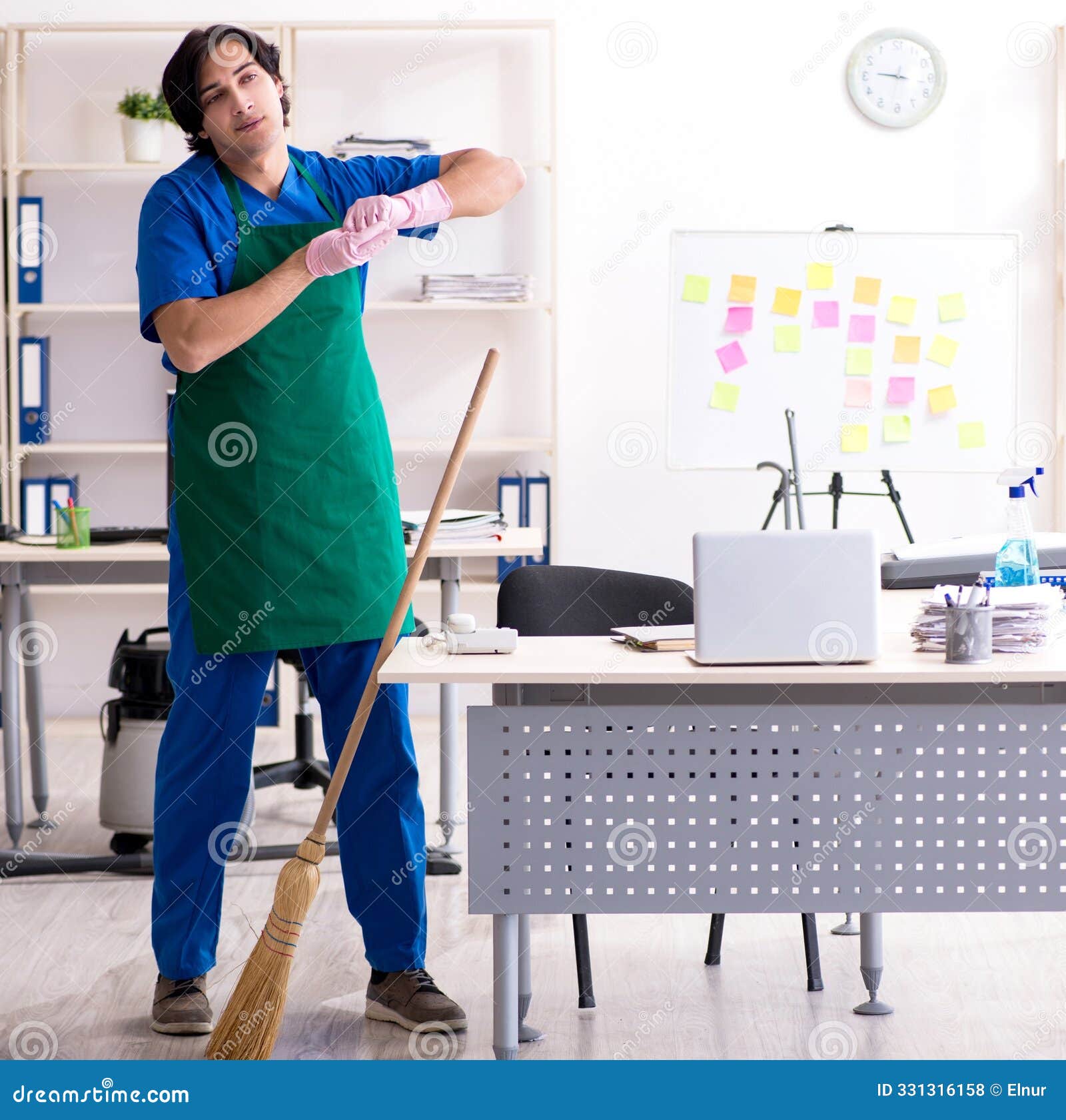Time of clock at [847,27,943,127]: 9:17
